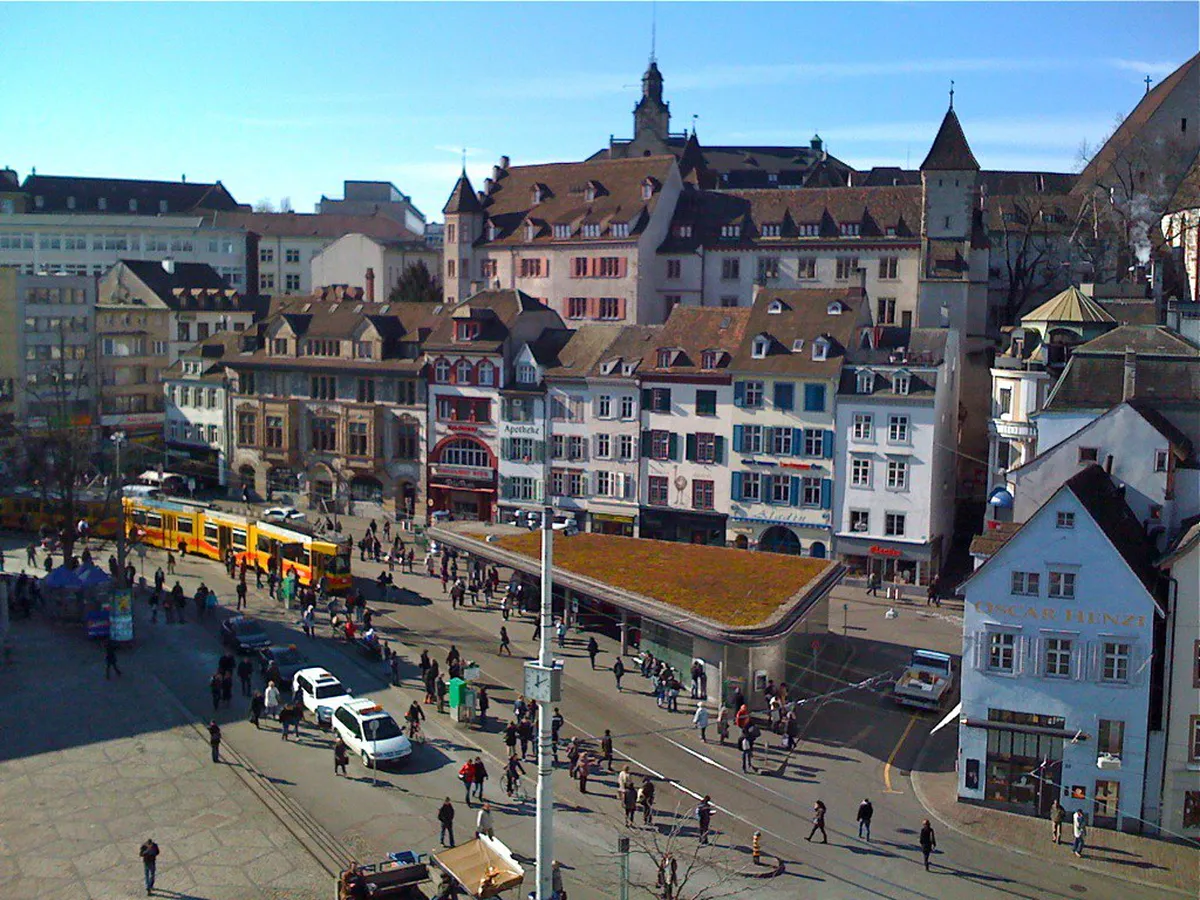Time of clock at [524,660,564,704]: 12:09
